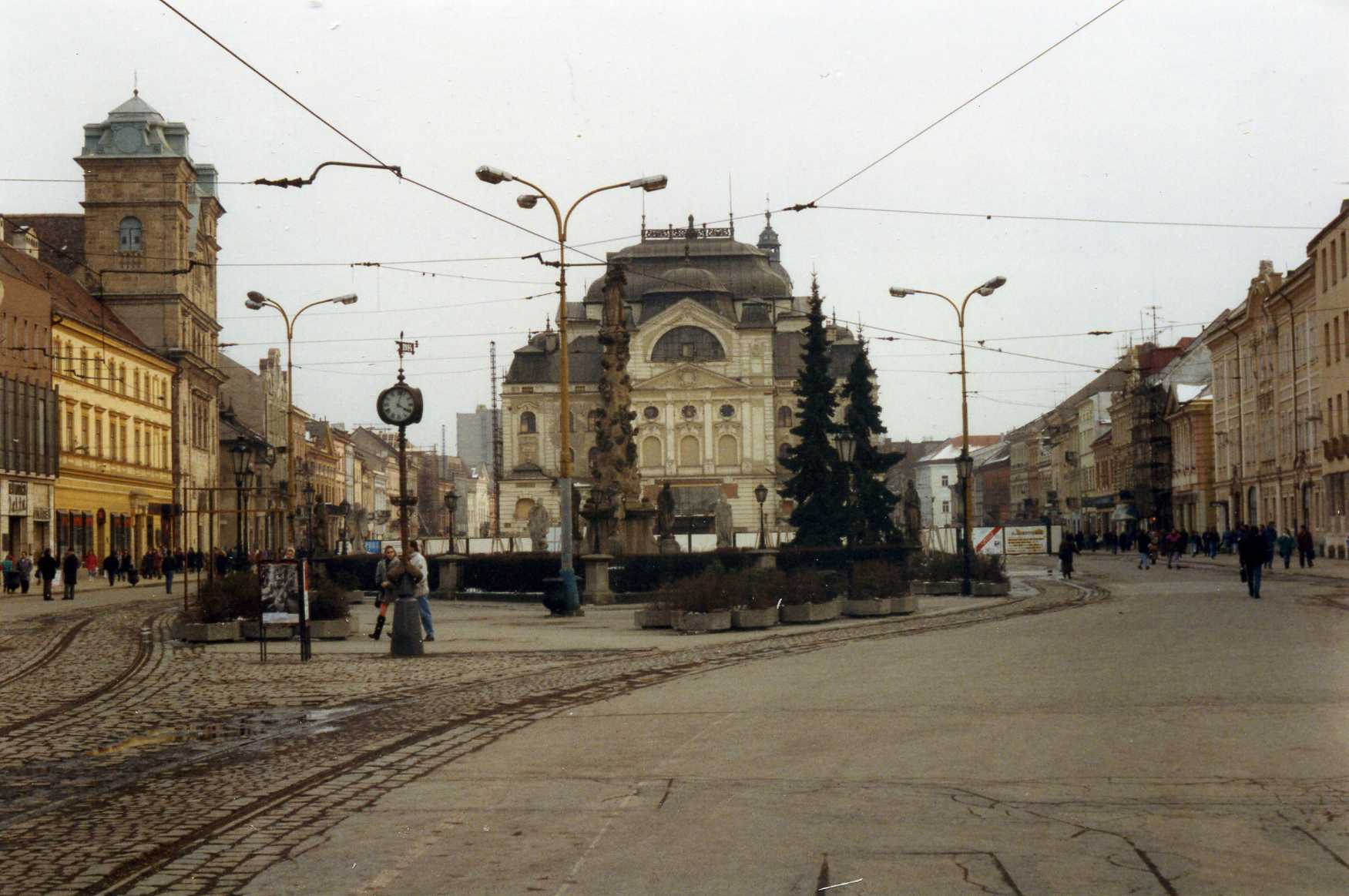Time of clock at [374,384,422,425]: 4:02
